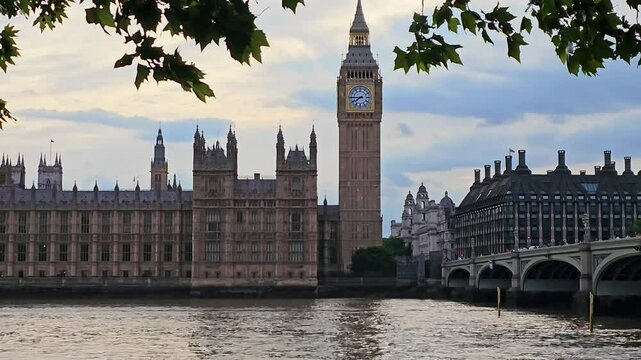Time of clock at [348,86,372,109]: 7:45
